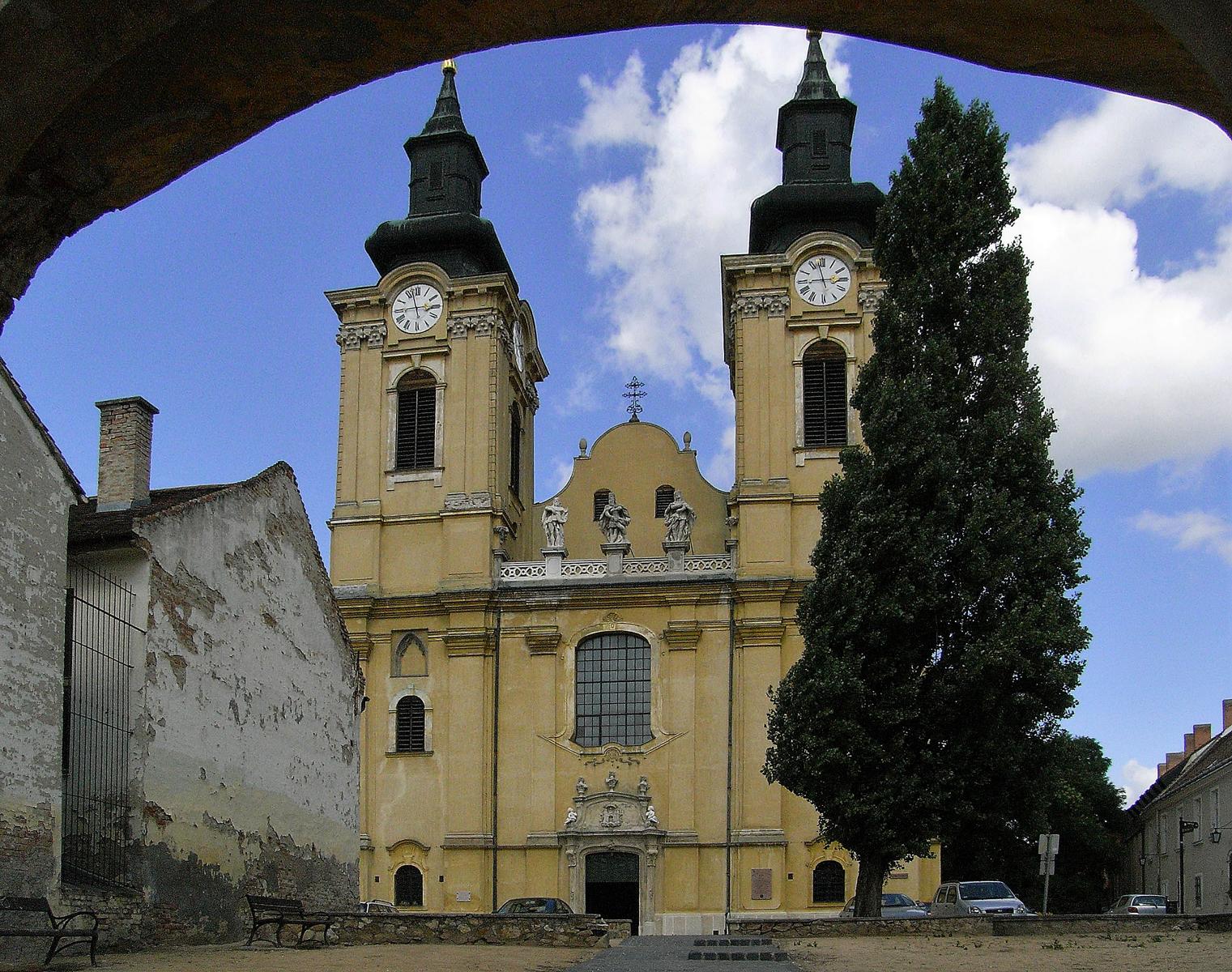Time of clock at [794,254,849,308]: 2:57
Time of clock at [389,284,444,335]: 2:57
